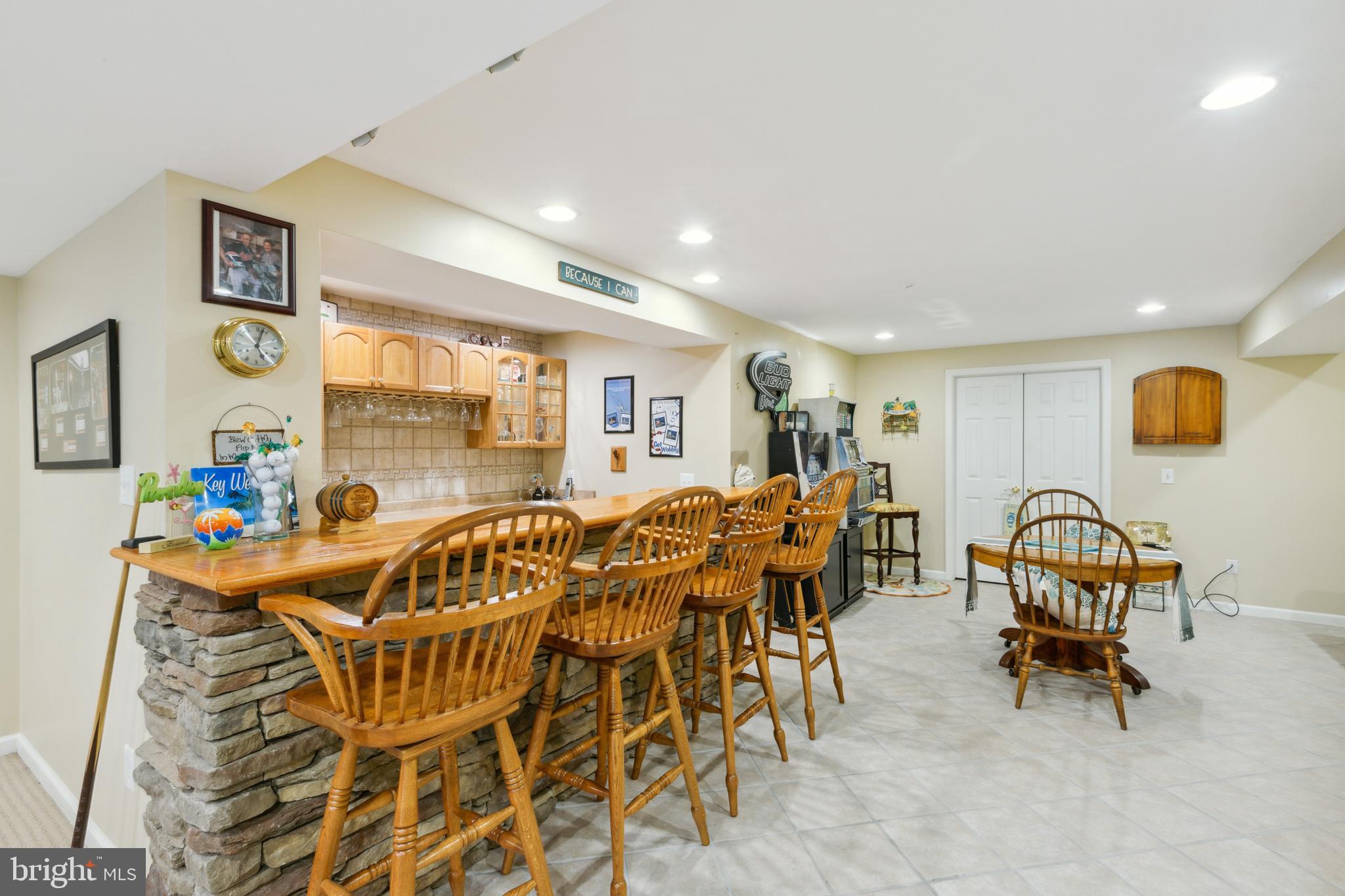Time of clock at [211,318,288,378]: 5:02
